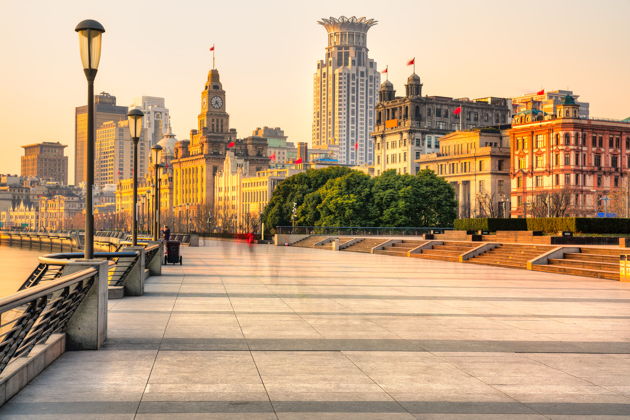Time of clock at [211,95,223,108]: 7:24
